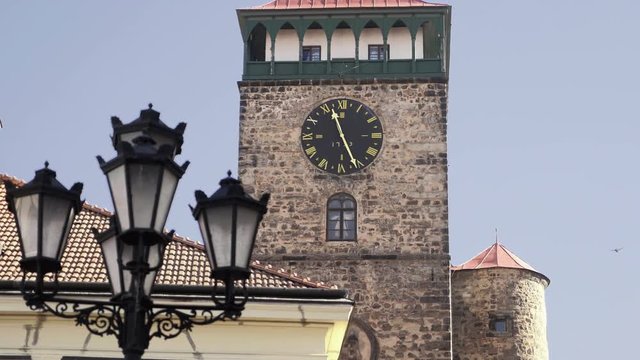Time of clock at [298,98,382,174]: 11:25
